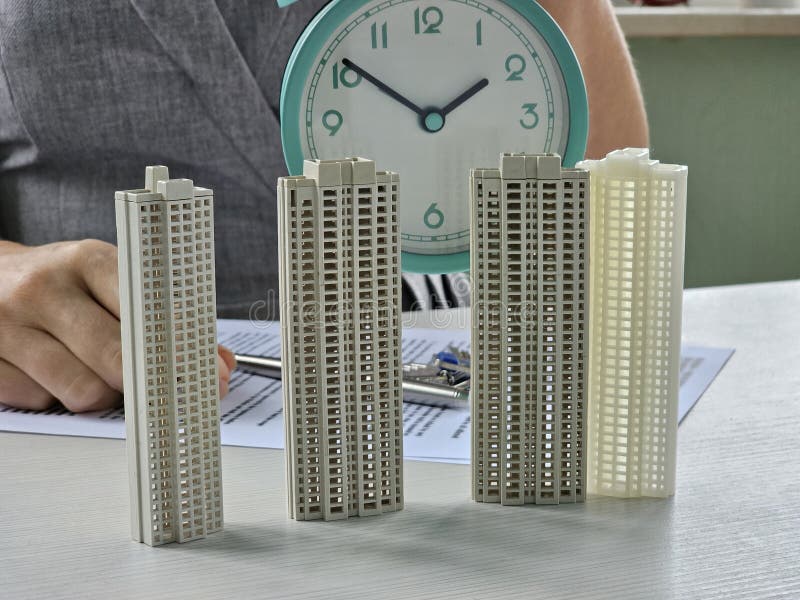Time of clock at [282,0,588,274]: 1:50
